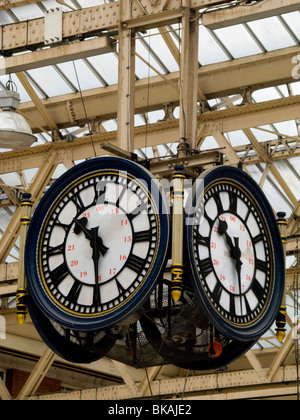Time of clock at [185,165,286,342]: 10:28
